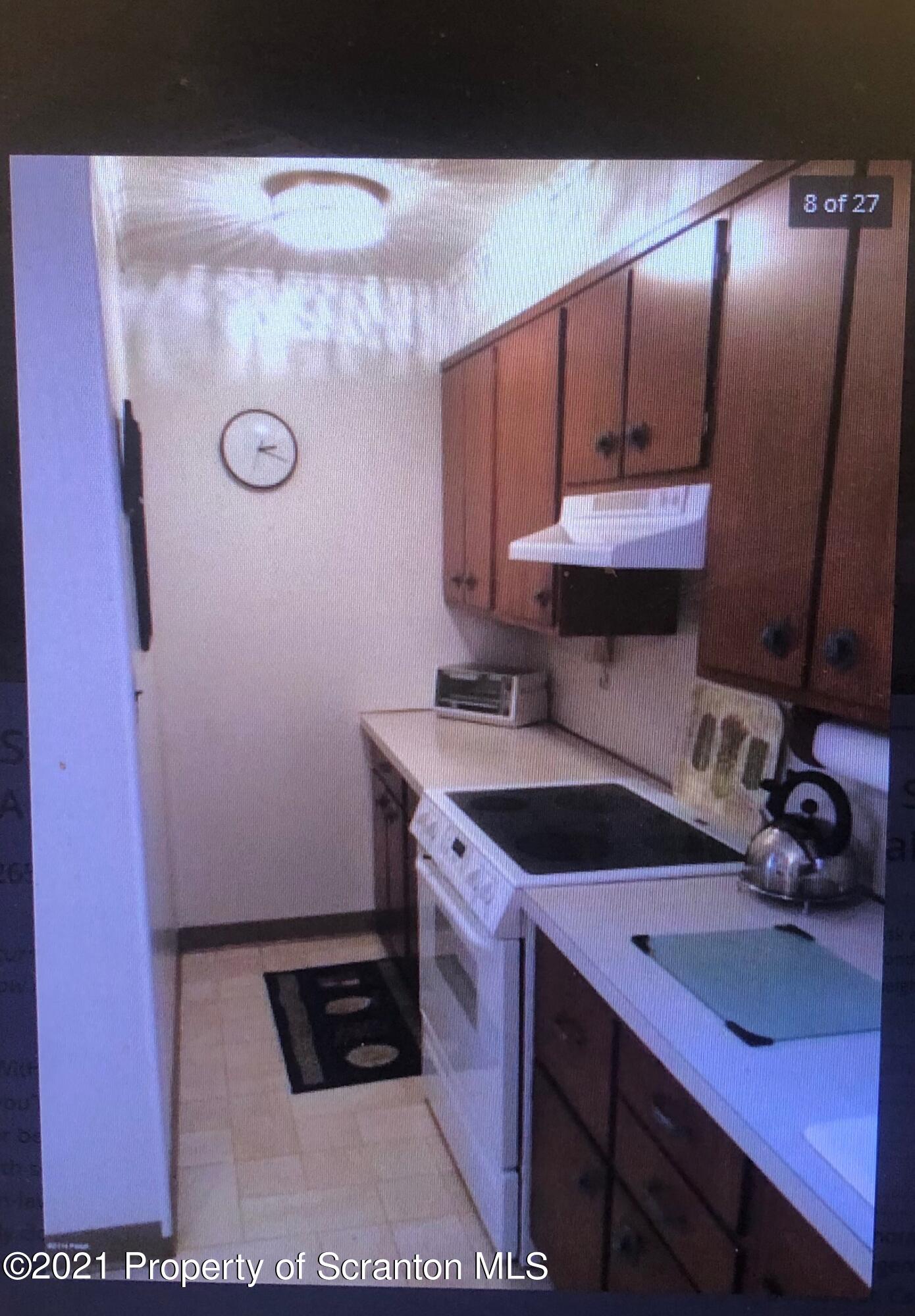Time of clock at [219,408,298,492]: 2:18
